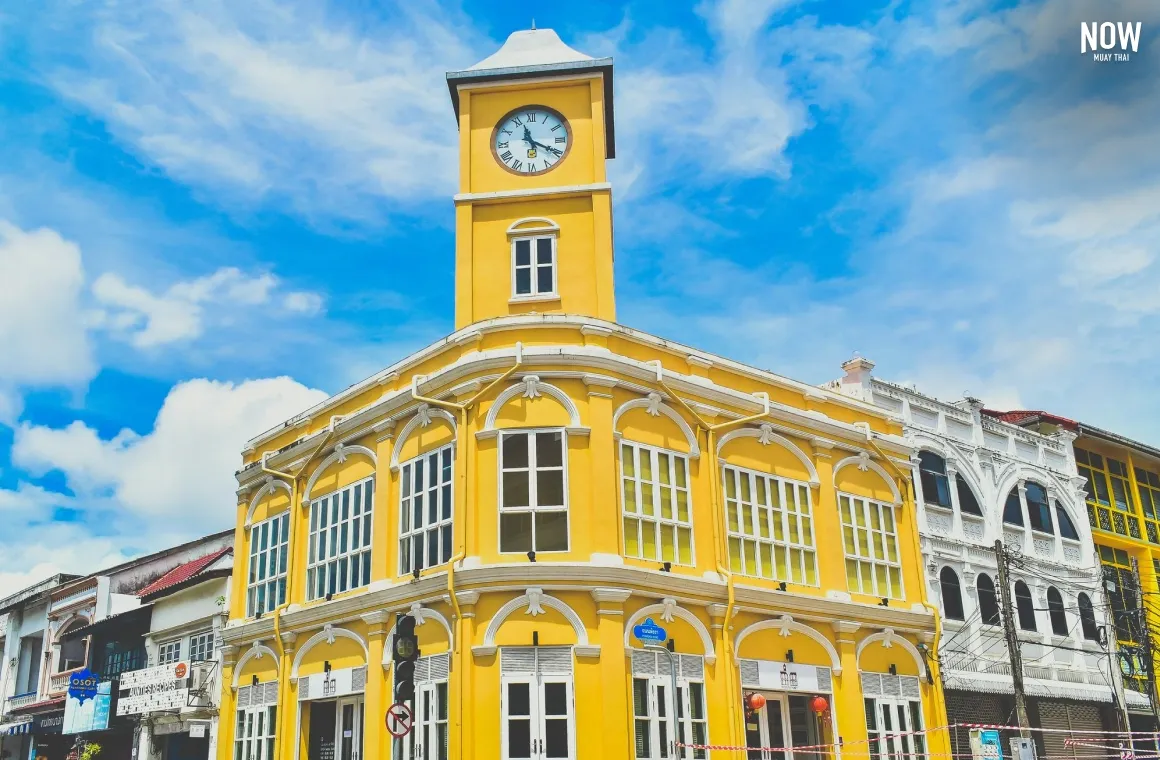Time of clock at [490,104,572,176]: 11:19
